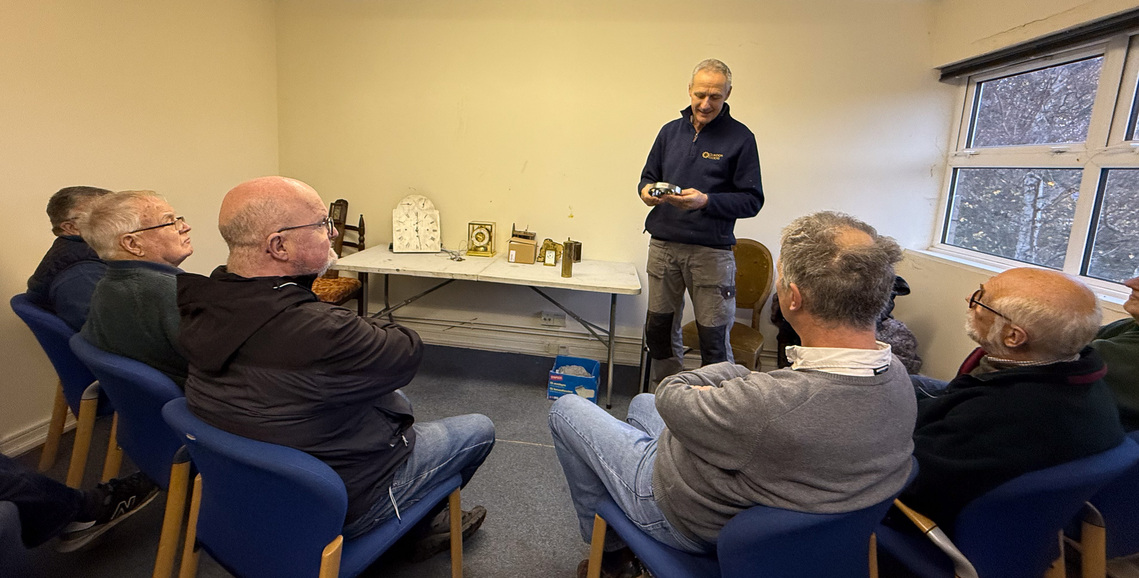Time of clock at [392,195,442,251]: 12:28
